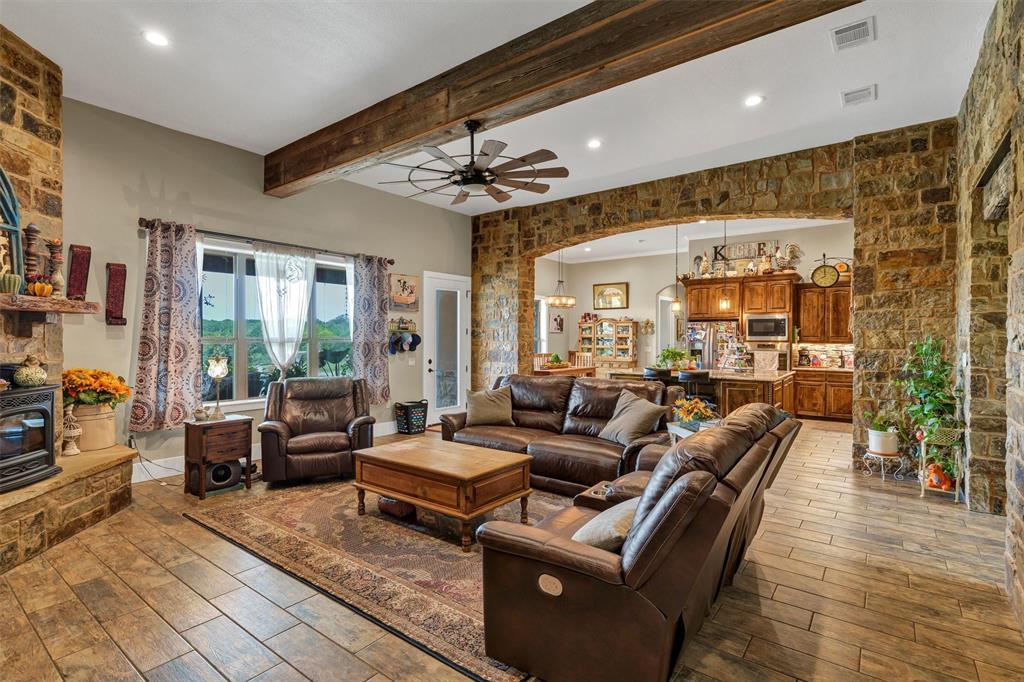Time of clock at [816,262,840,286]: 7:59
